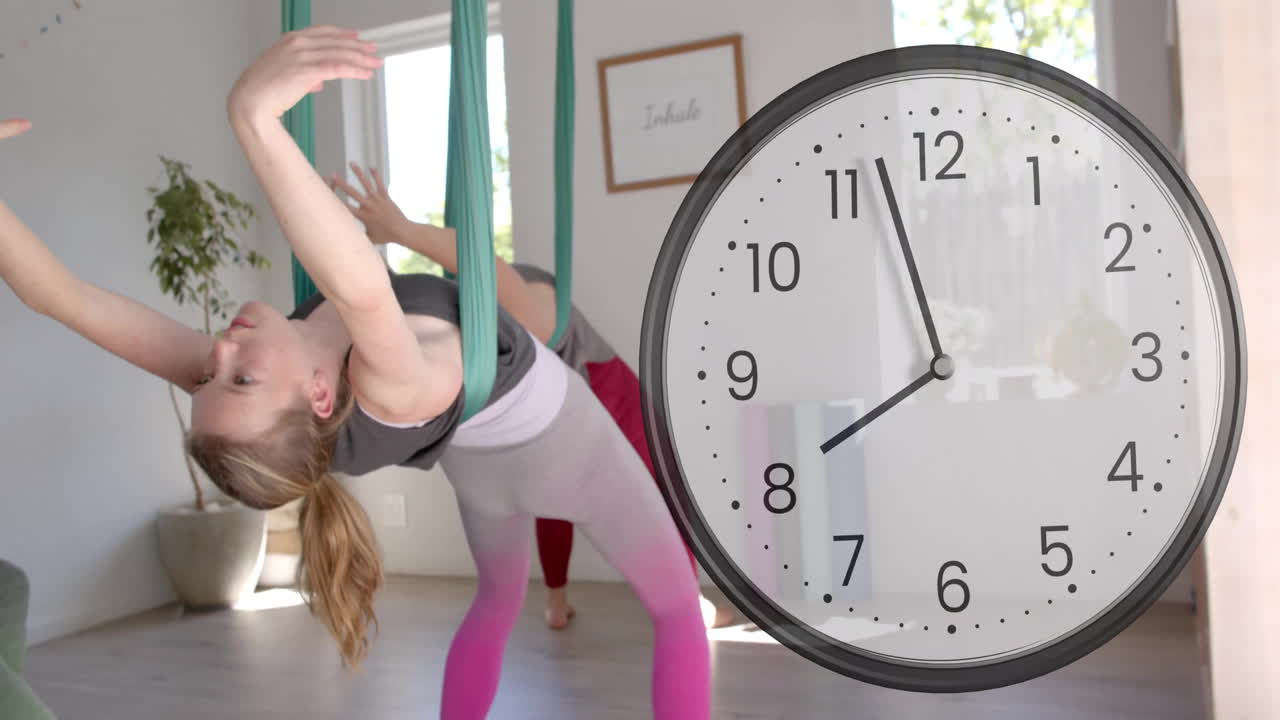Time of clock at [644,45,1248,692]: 7:57
